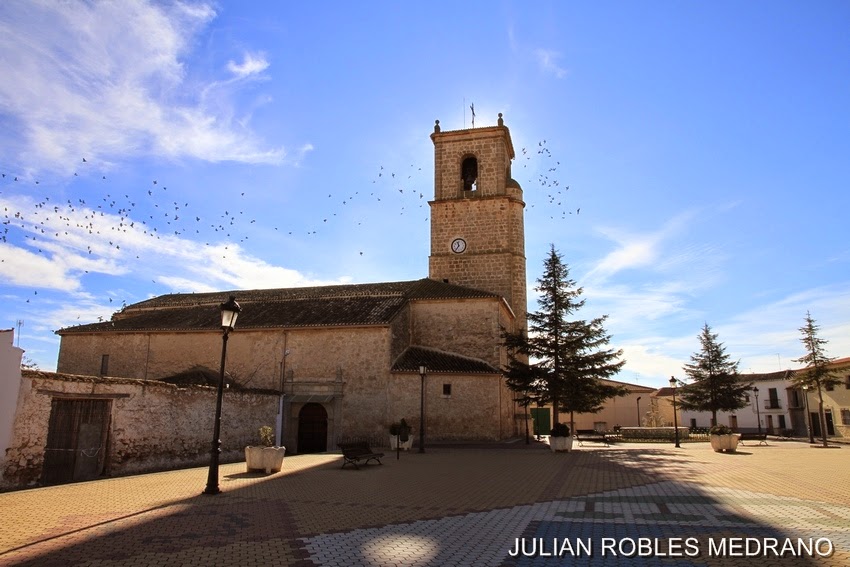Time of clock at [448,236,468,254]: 11:36
